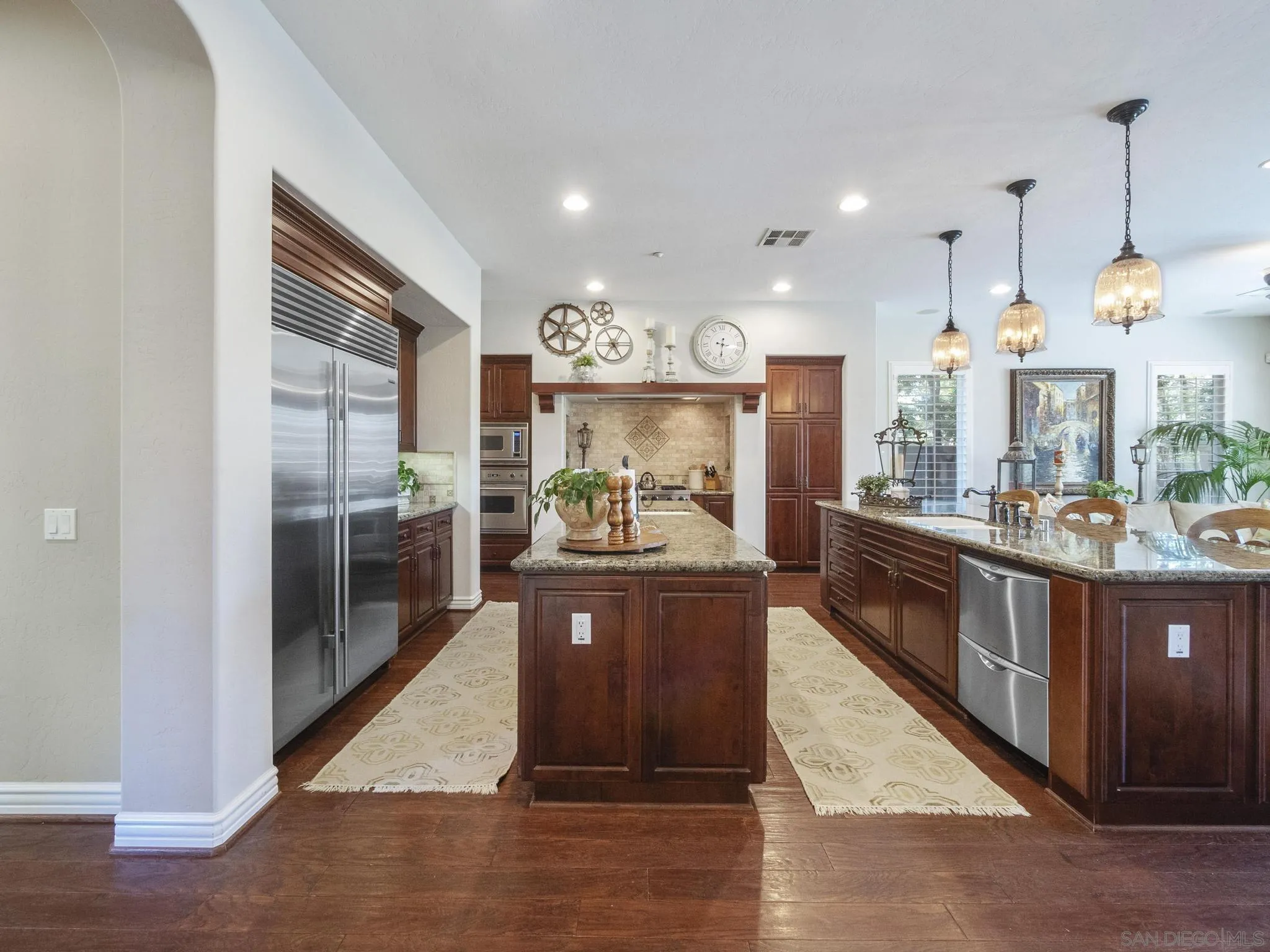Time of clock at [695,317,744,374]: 9:31
